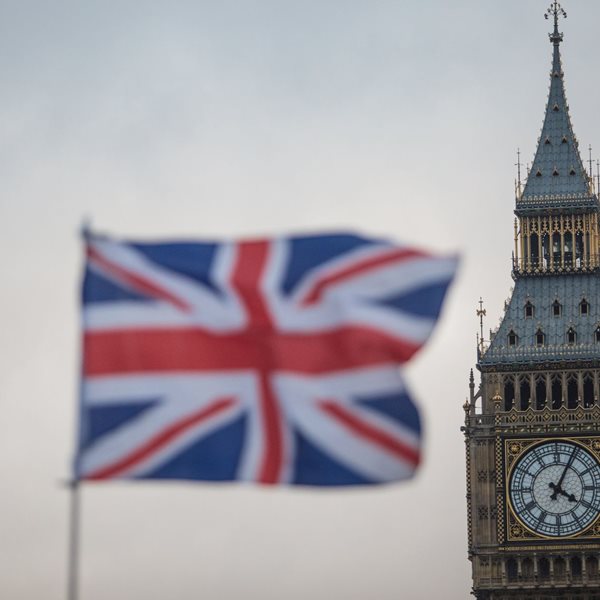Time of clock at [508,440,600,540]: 4:04
